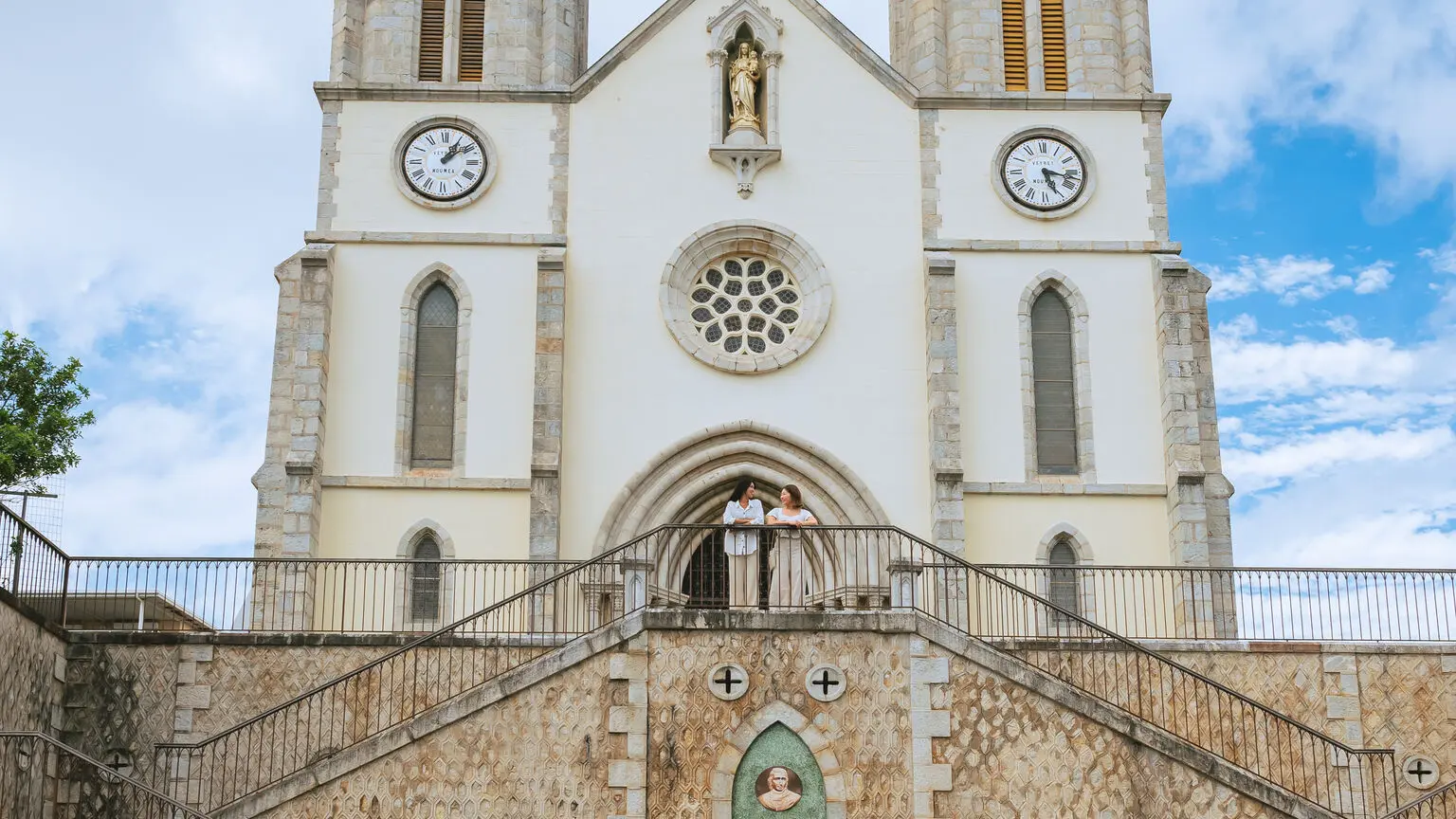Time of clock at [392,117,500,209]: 1:09
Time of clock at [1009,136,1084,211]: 5:17
